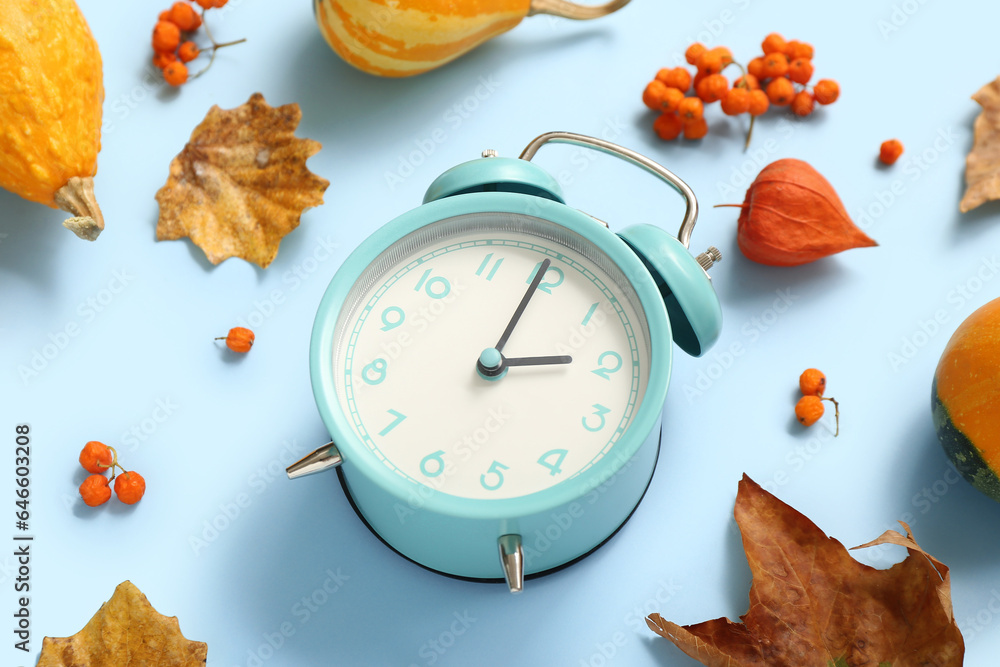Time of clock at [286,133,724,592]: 3:04
